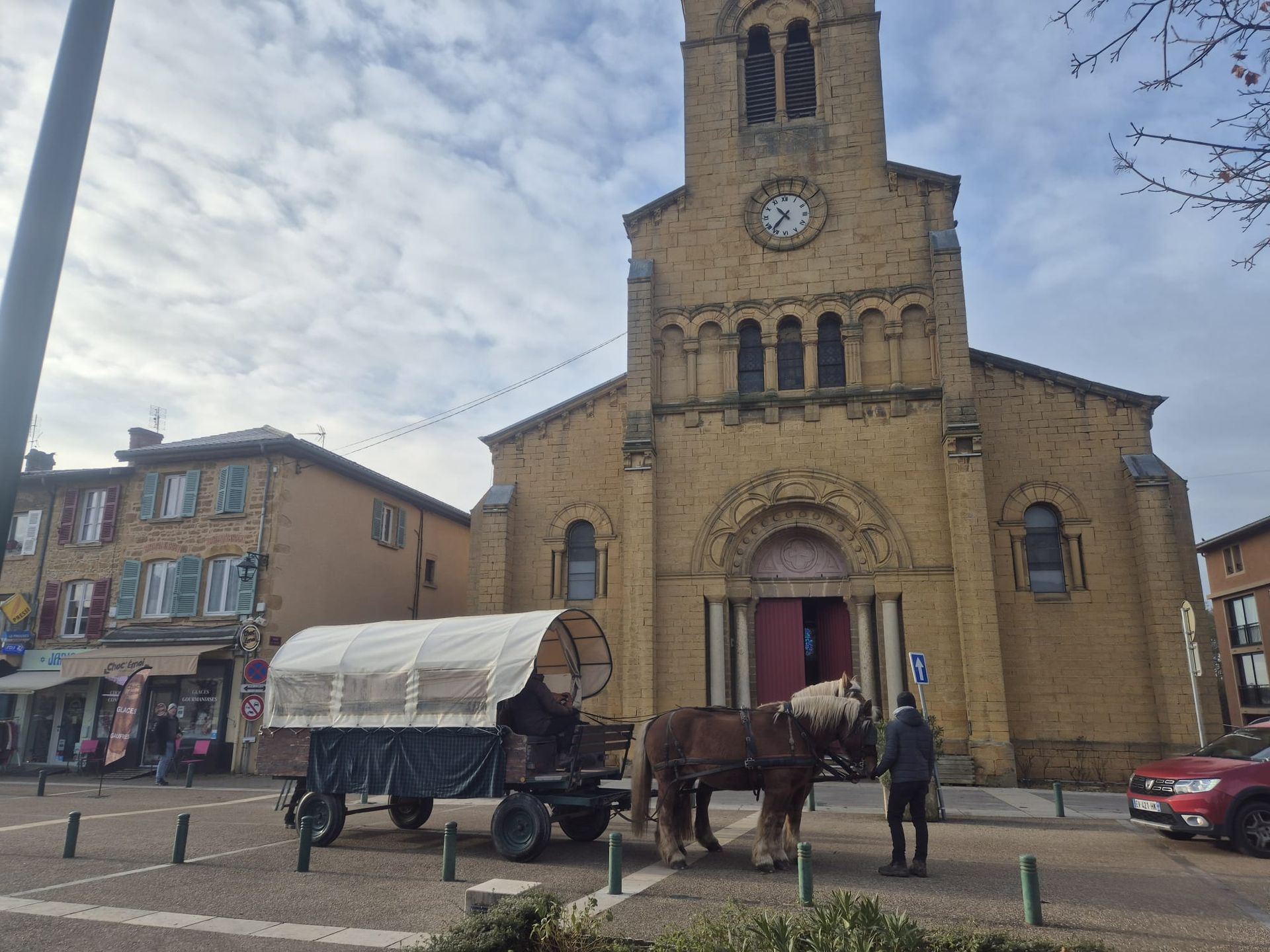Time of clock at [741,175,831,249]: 10:36
